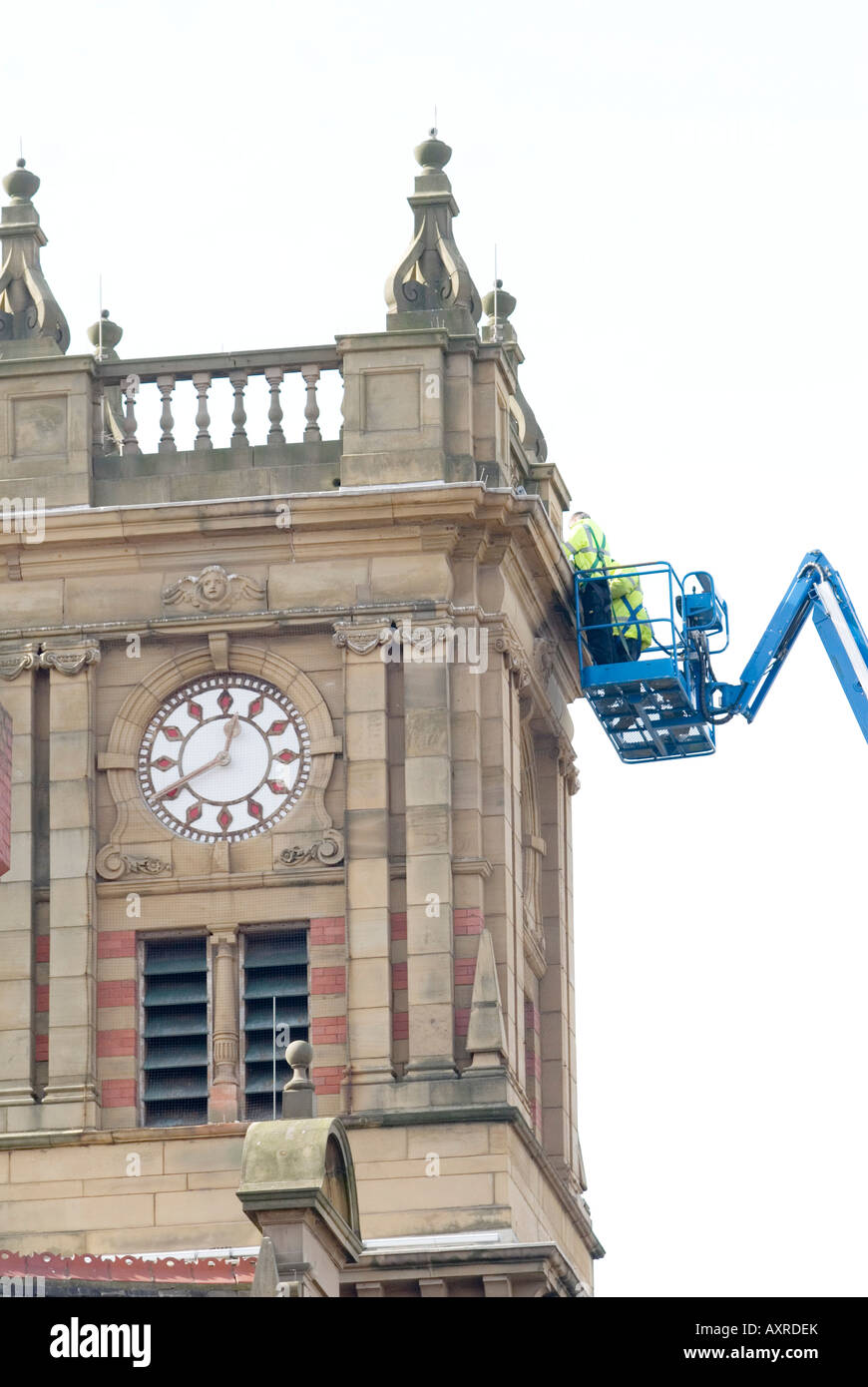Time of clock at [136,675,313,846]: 12:40
